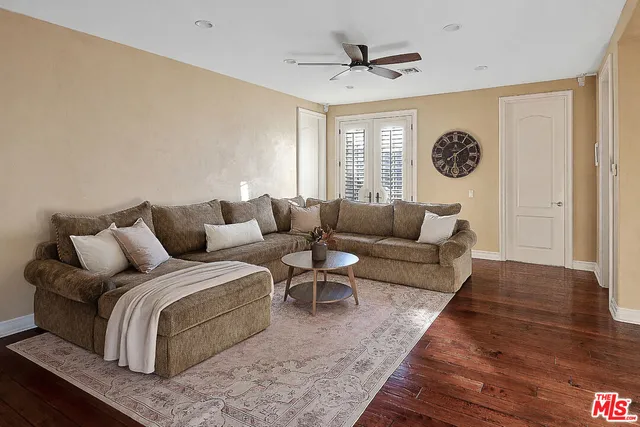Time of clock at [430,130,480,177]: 6:09
